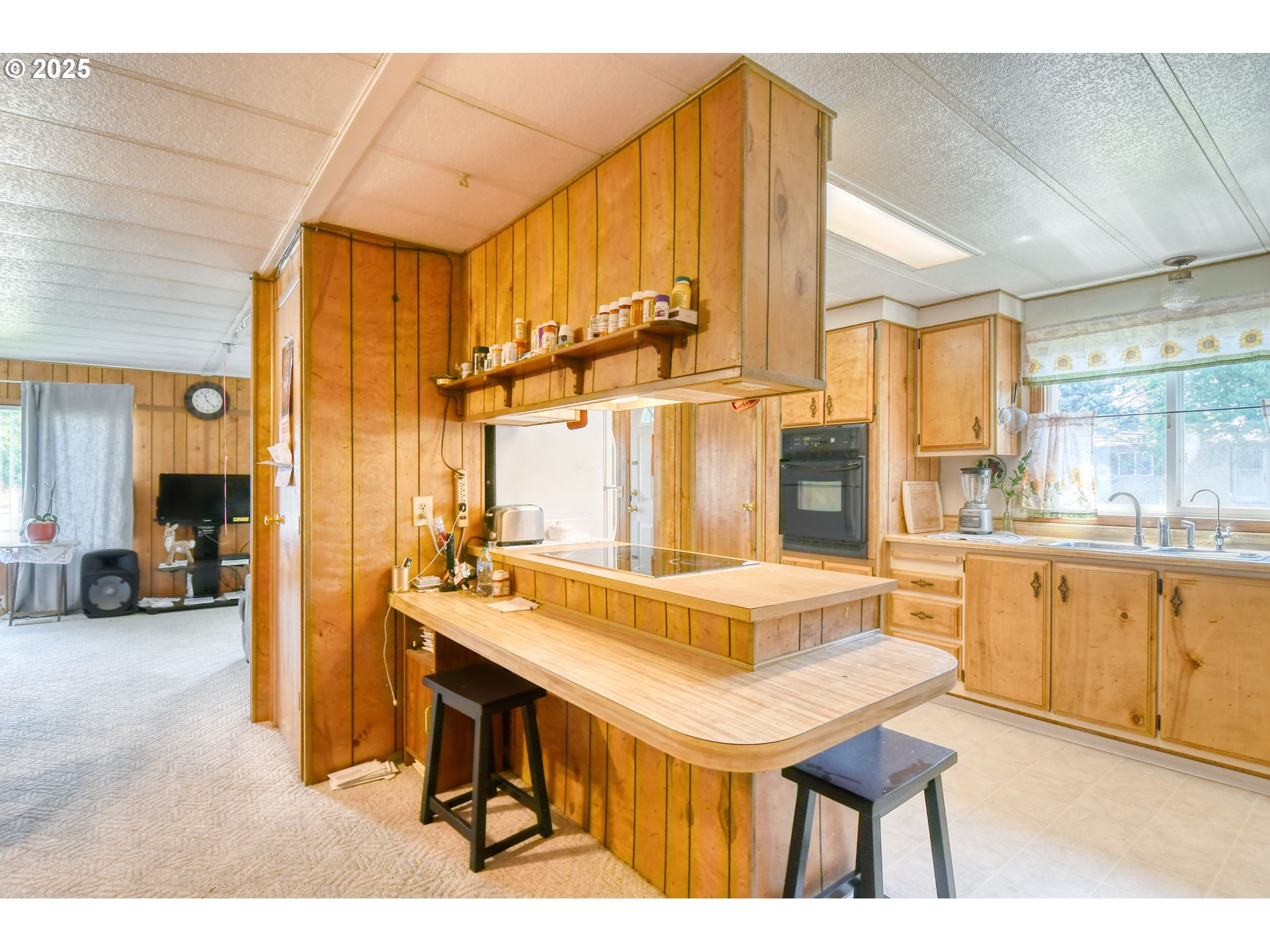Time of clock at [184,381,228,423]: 11:22
